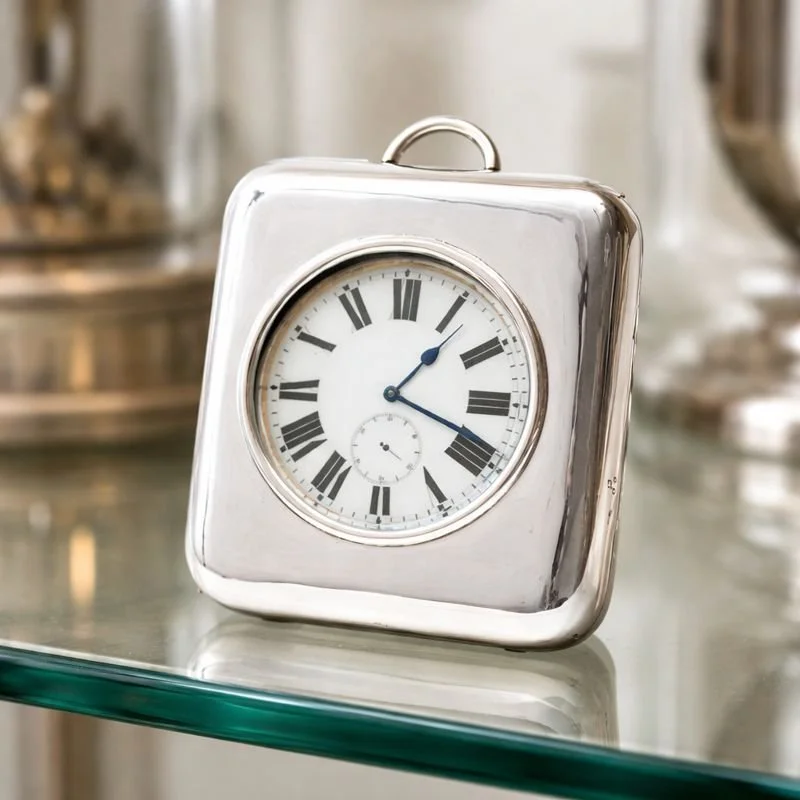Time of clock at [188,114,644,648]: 1:18
